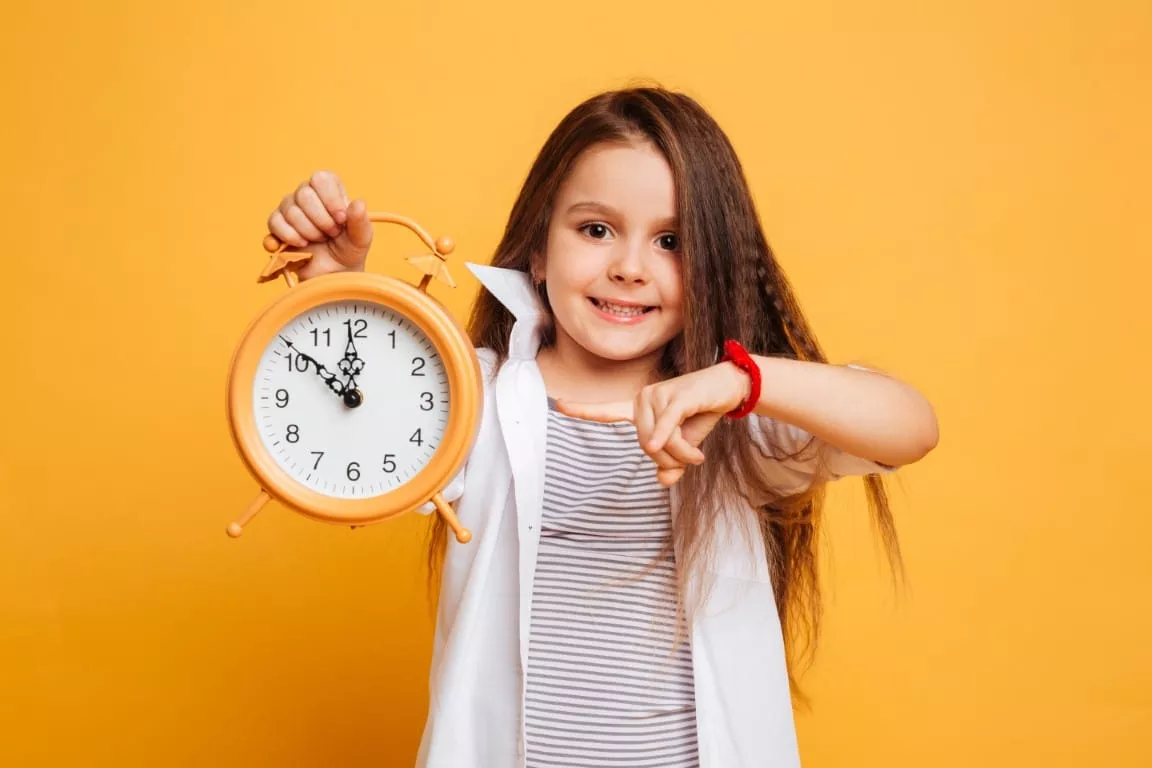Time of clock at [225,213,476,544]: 11:51
